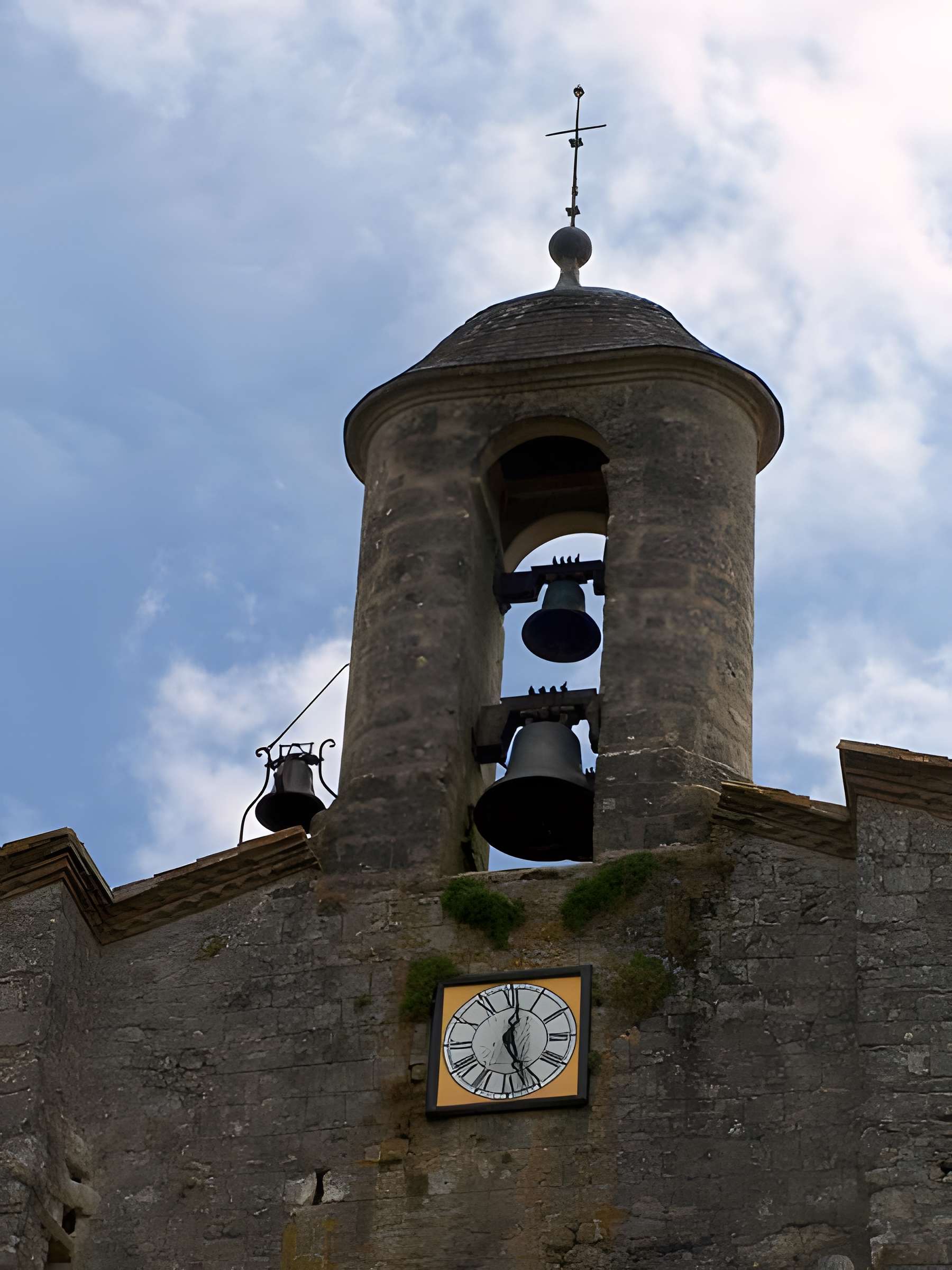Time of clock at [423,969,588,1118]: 12:26
